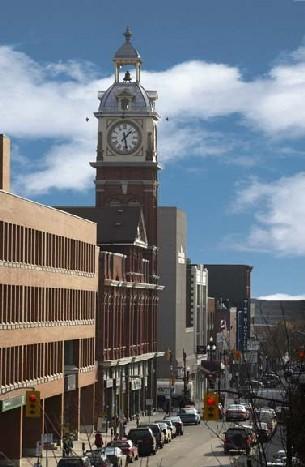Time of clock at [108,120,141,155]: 1:28
